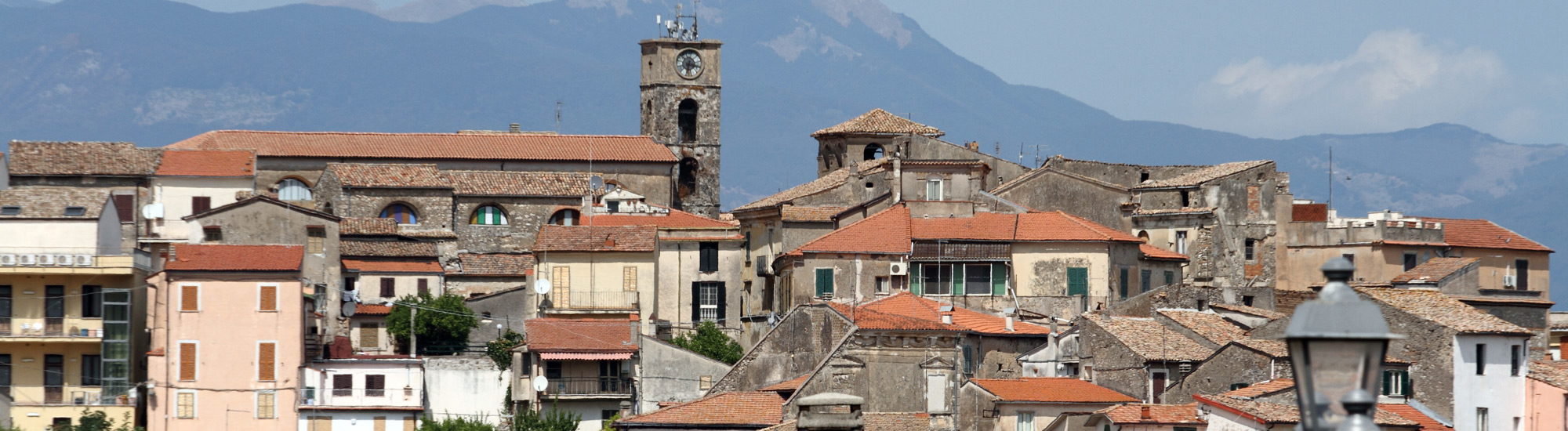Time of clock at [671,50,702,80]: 3:32
